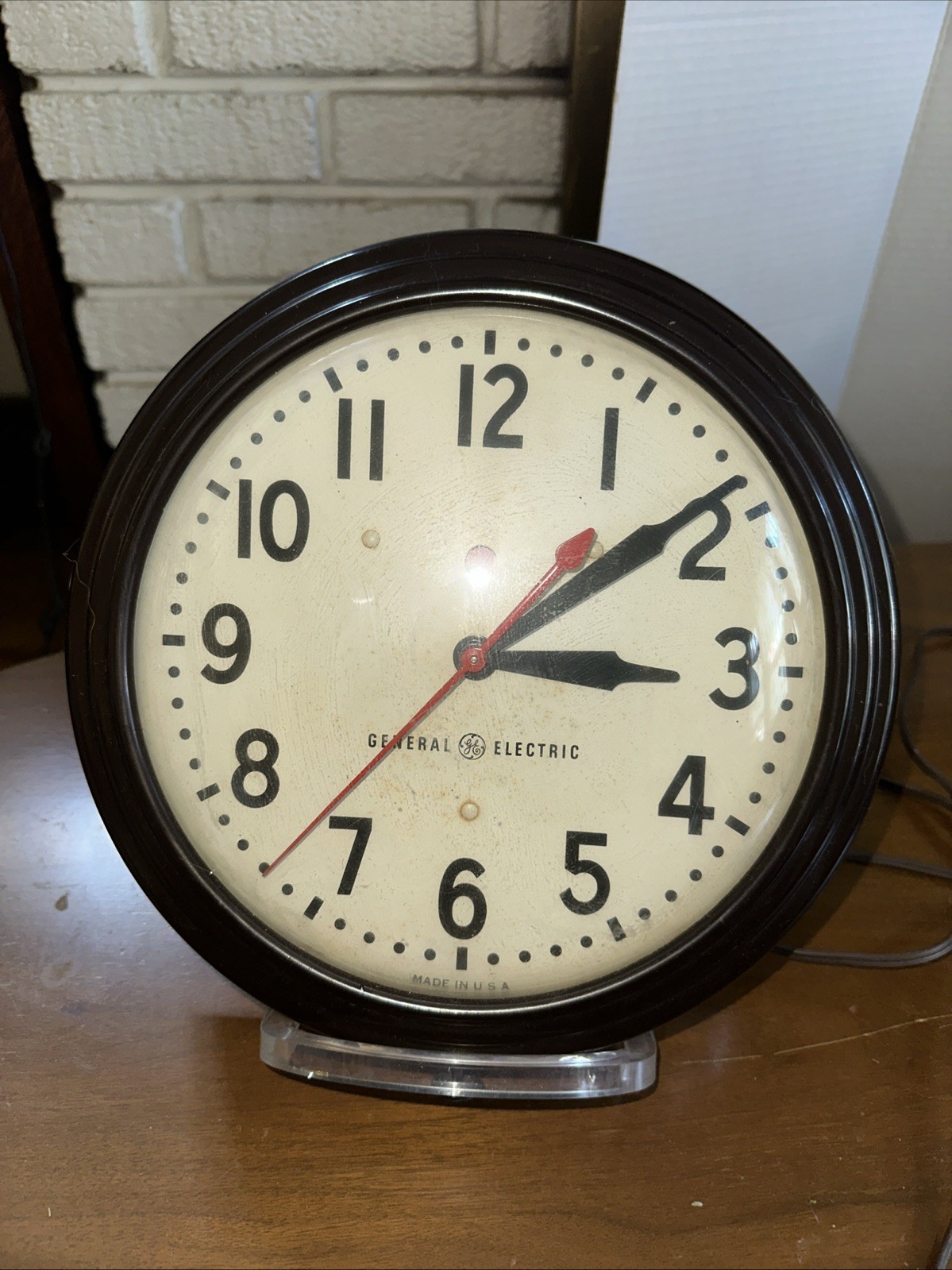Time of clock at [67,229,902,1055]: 3:08
